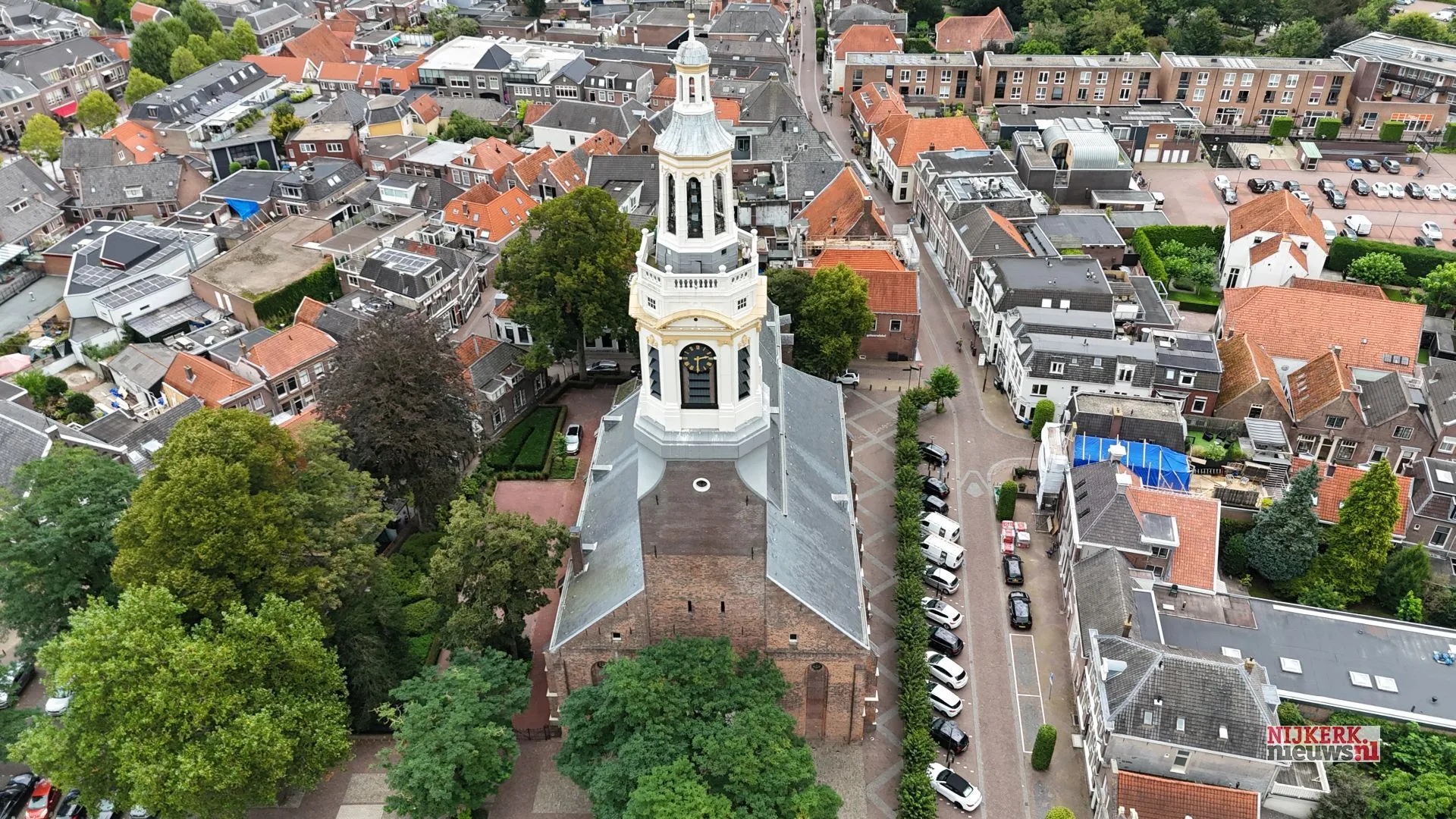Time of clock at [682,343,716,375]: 2:30
